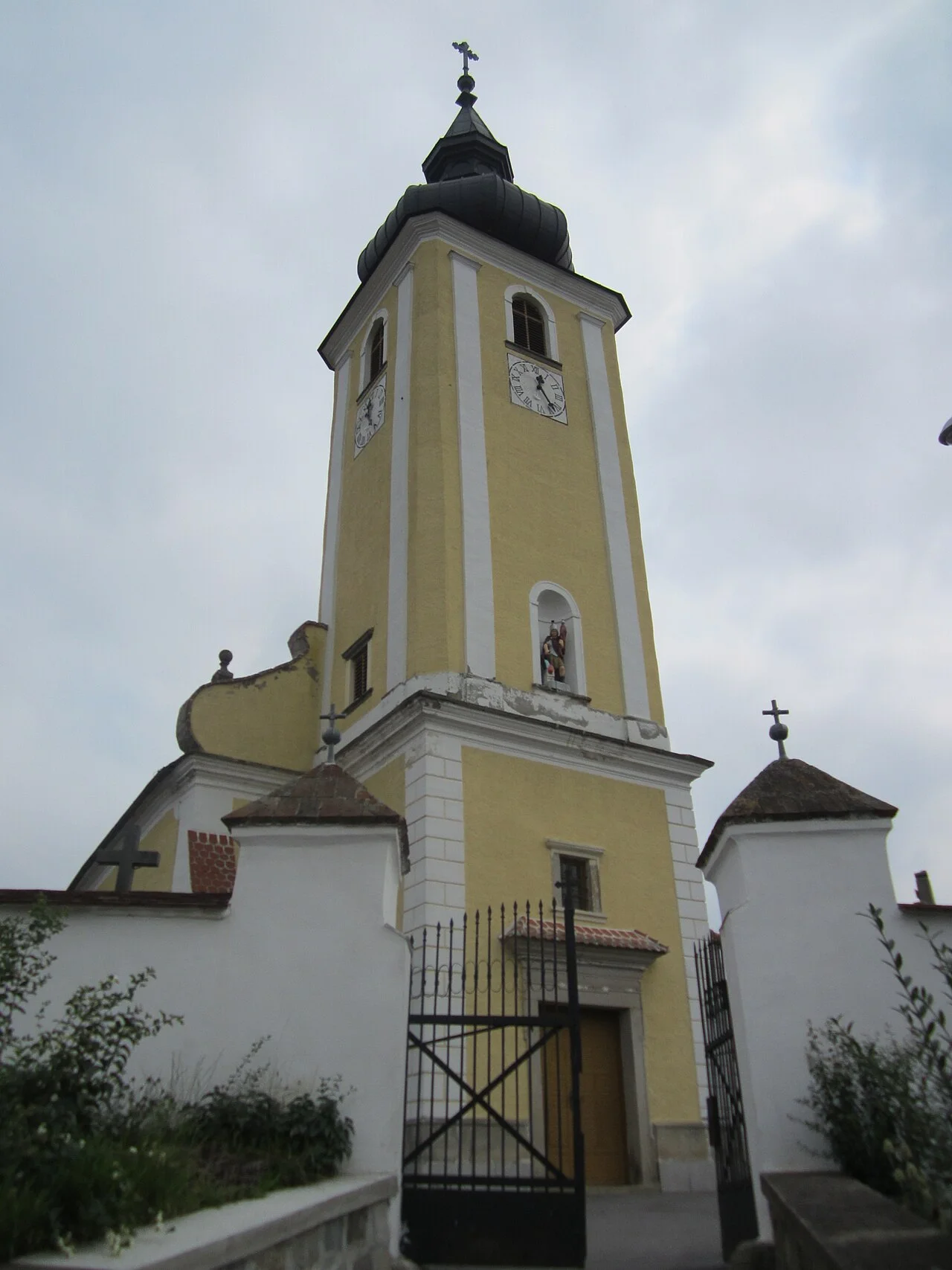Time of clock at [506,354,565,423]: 12:23
